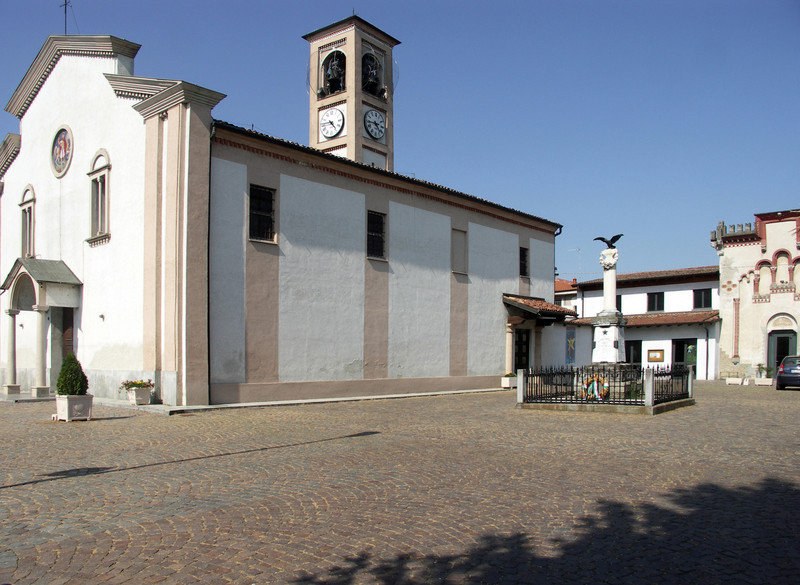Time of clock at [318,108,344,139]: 4:45
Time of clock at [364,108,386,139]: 4:44
